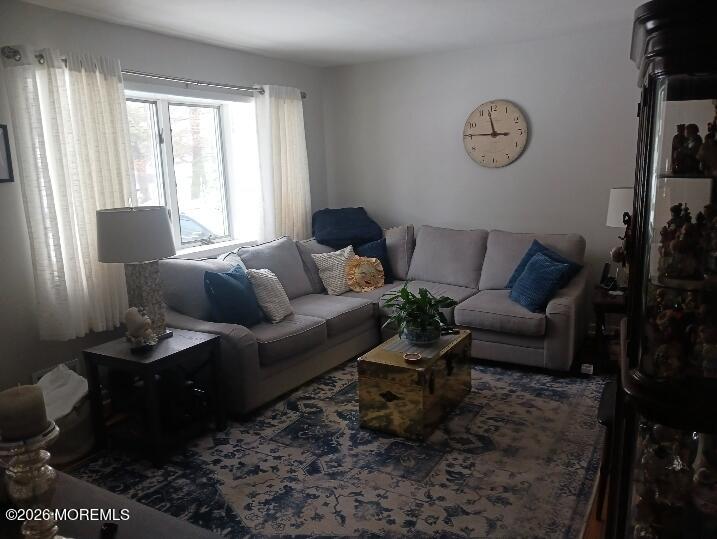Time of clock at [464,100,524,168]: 11:45
